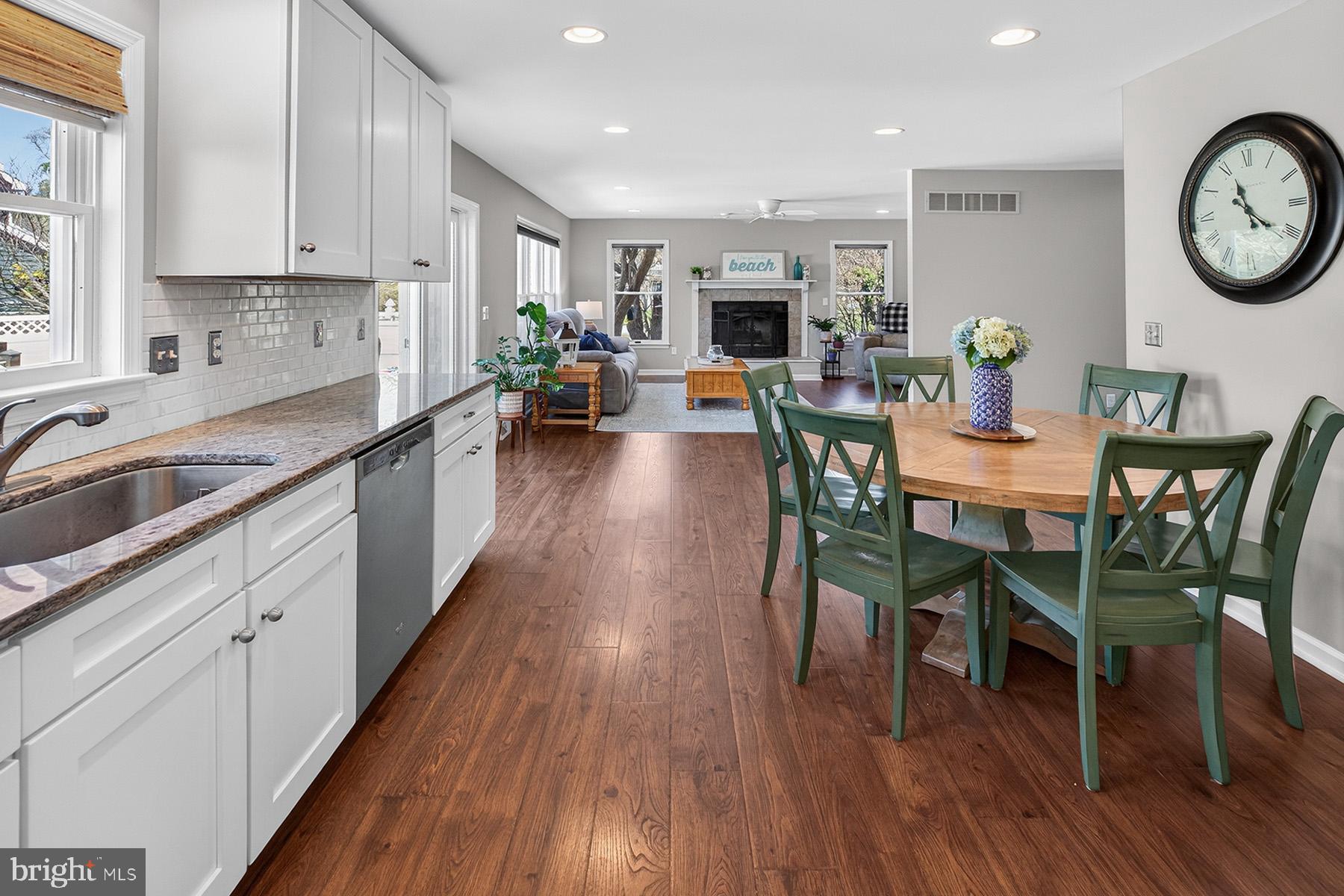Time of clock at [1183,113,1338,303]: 11:21
